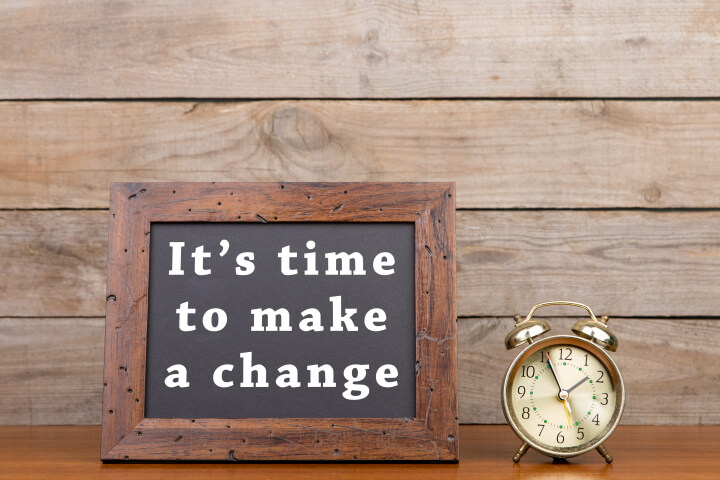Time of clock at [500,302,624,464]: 1:55
